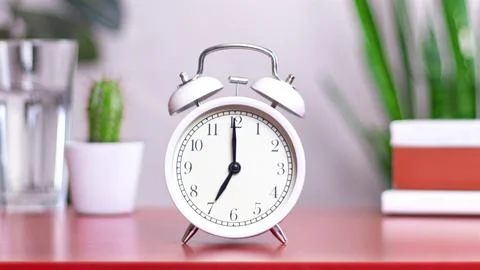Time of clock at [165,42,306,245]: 7:00
